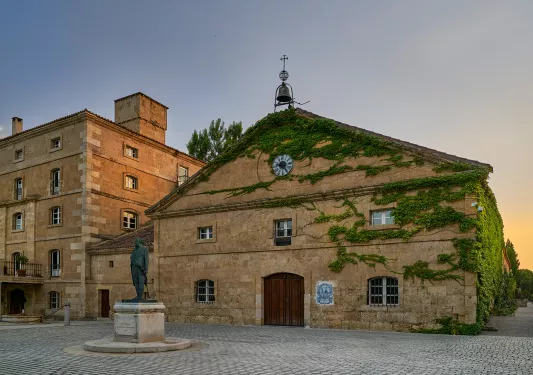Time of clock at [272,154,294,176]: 9:23
